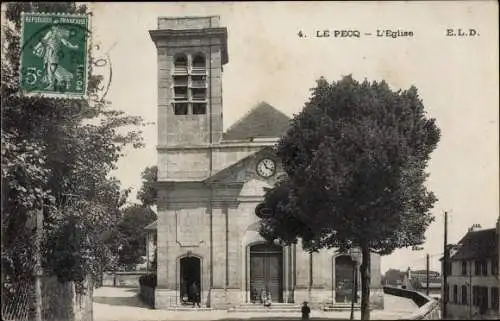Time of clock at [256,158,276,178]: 11:18
